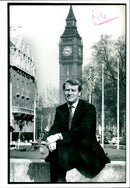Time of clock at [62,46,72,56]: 3:46
